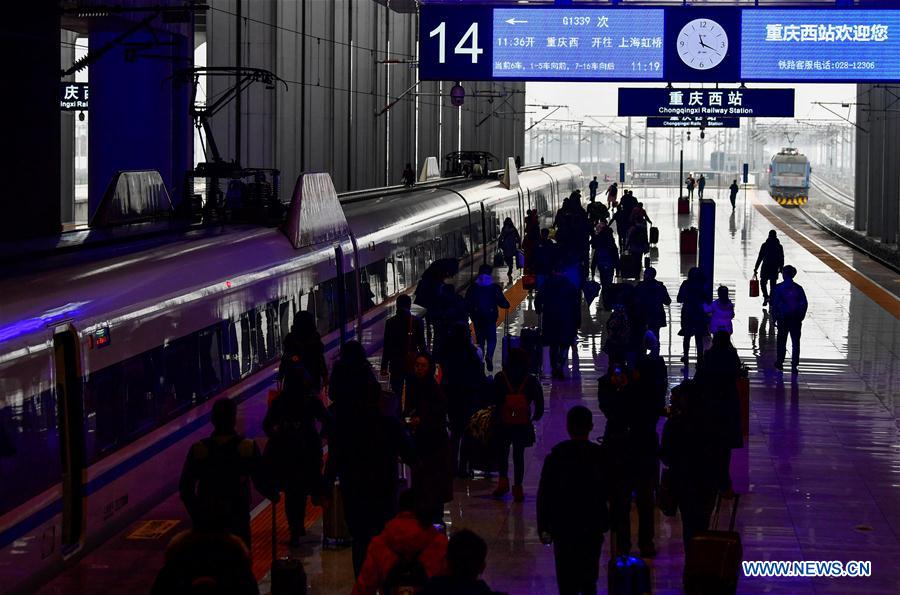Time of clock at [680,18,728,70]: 11:18
